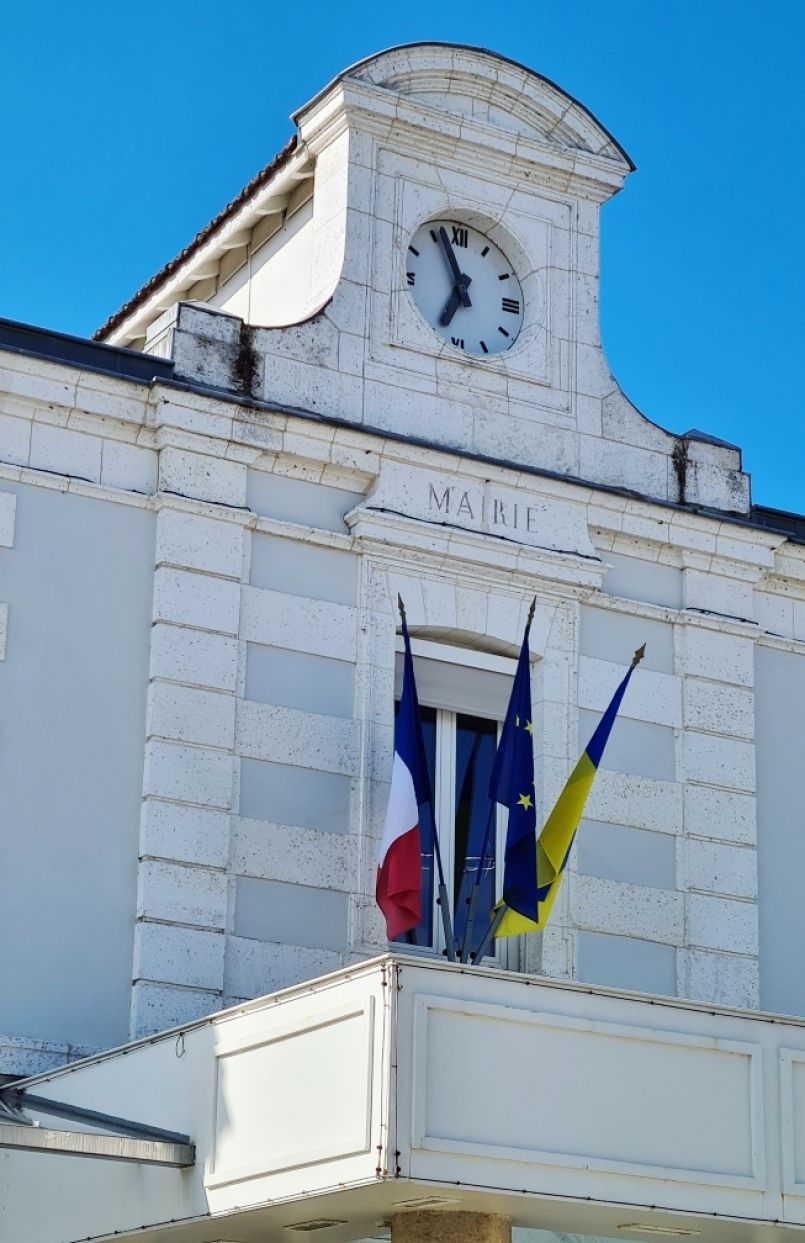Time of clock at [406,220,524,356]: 6:56
